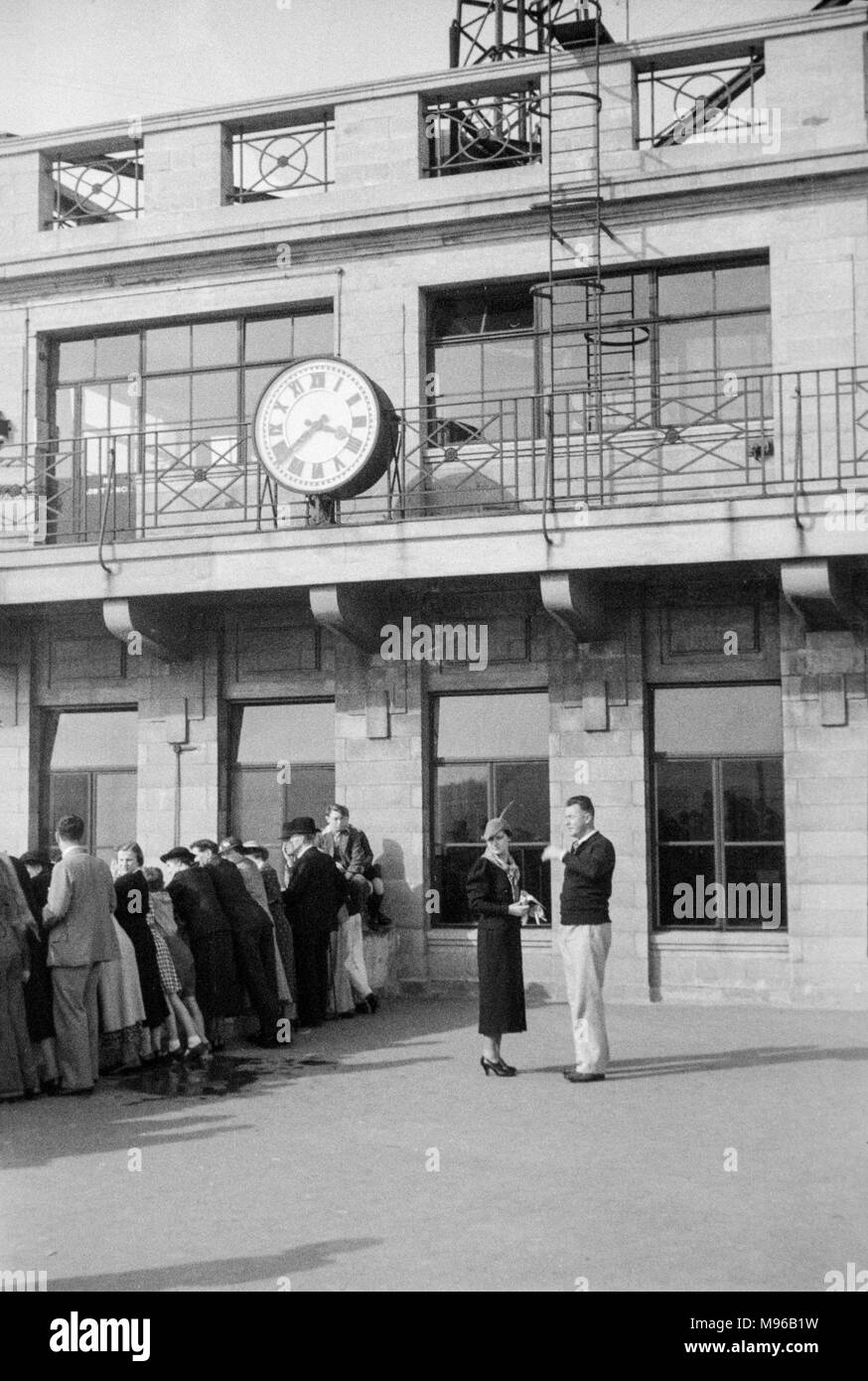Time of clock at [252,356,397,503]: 3:38
